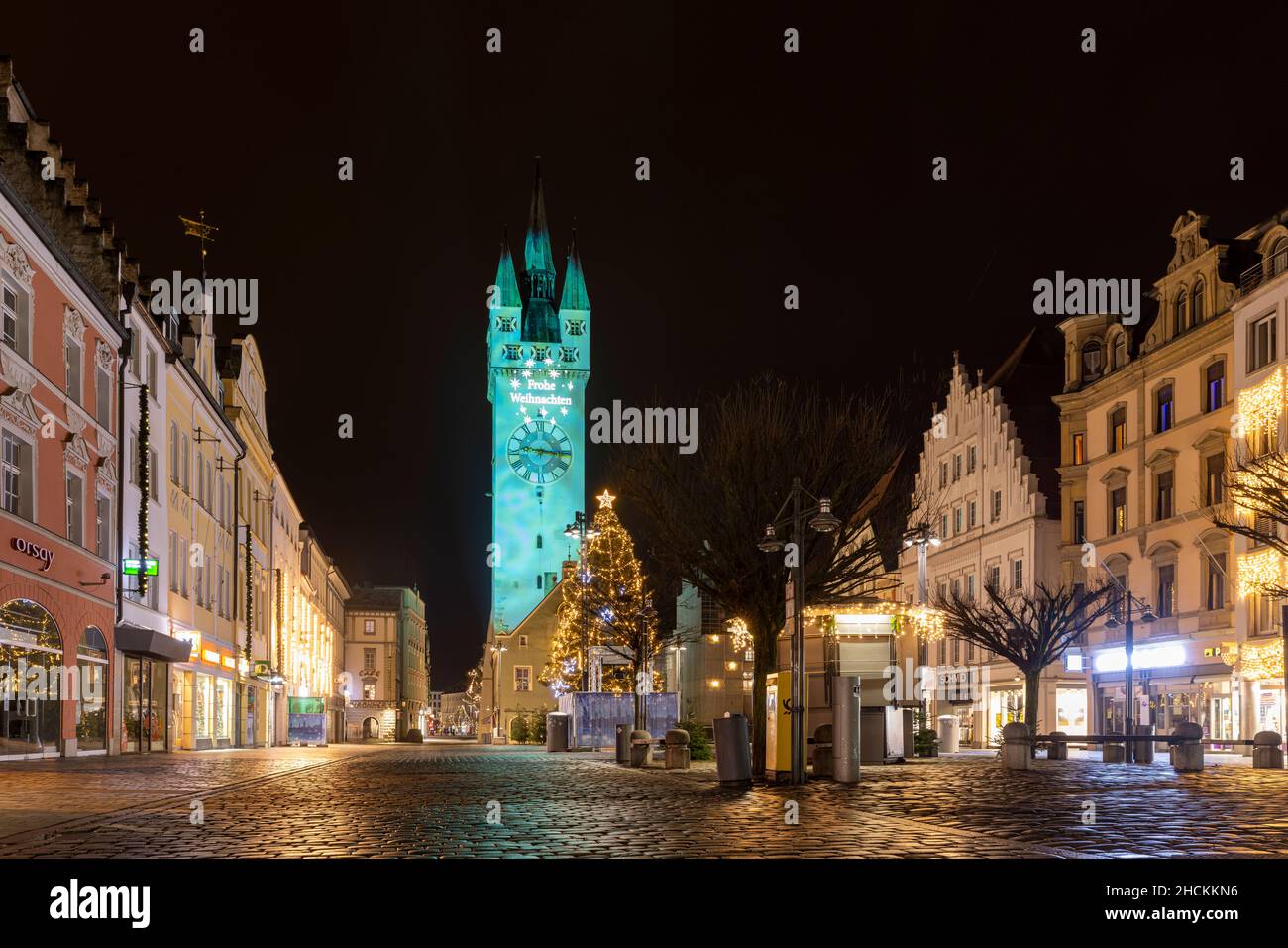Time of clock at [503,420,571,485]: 9:16
